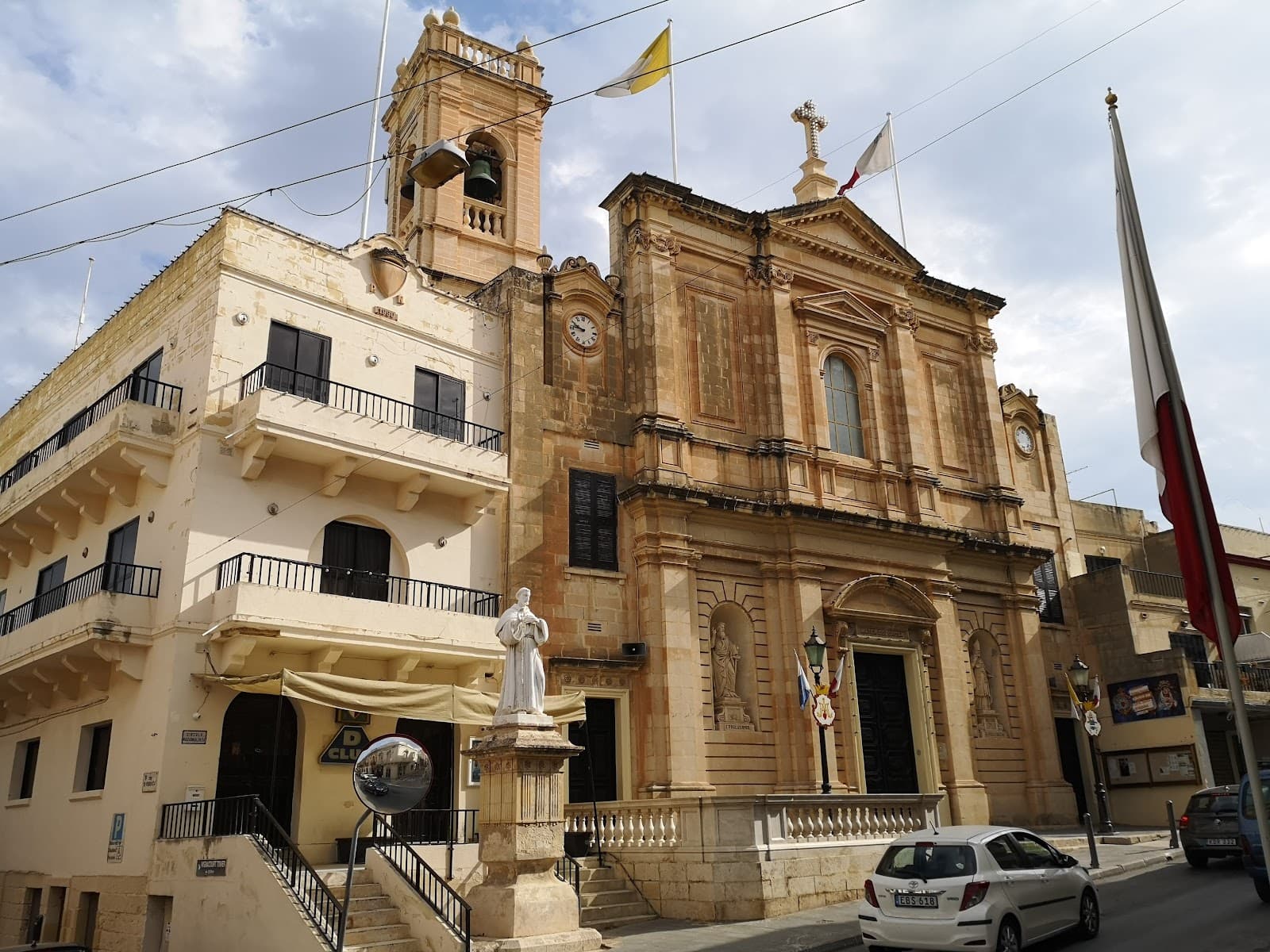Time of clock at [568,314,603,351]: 9:45
